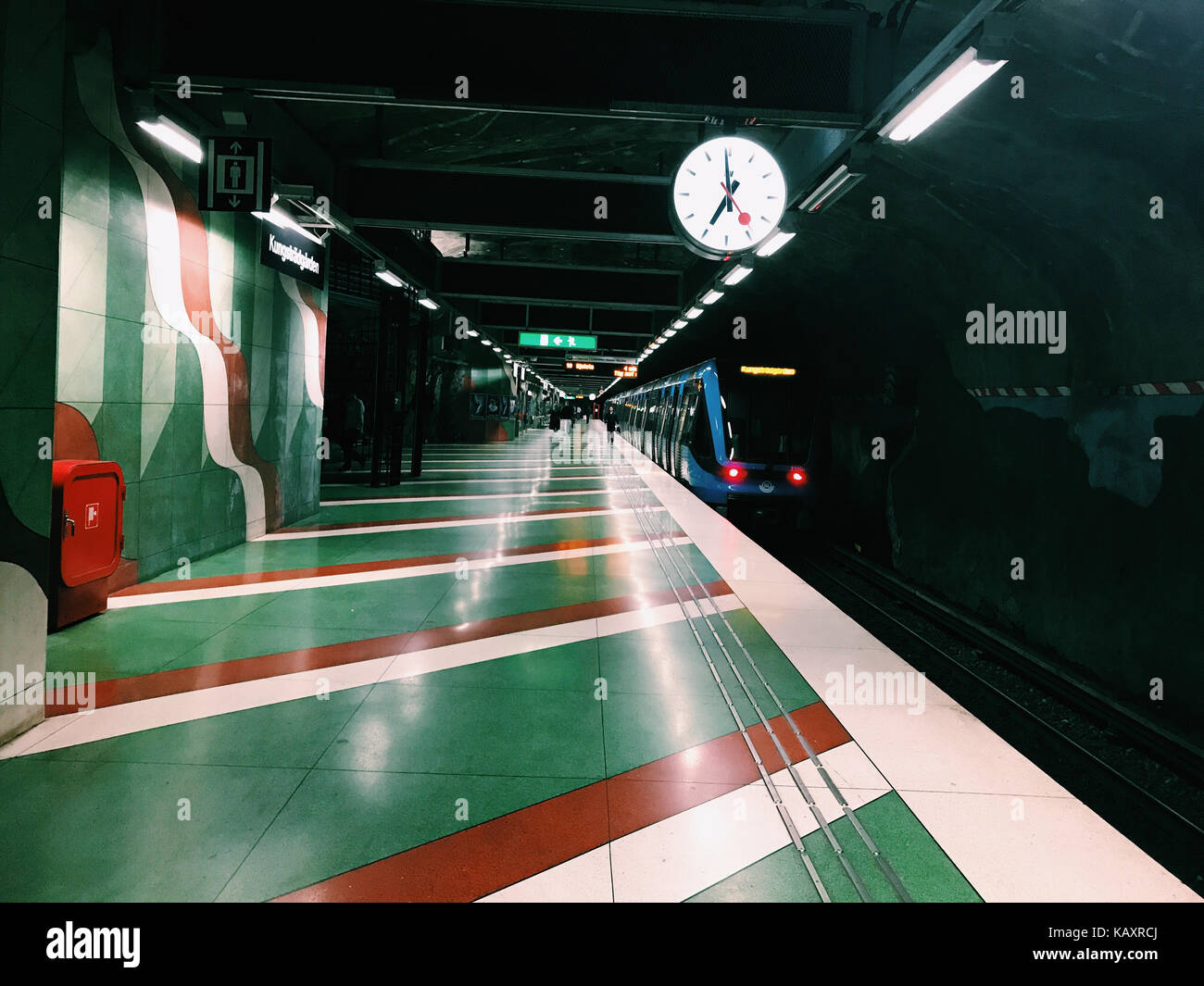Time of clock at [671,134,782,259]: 6:59
